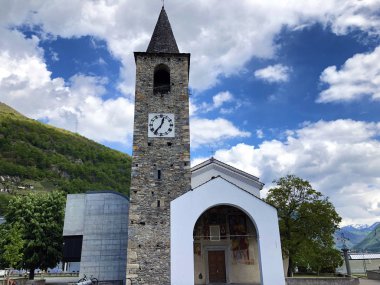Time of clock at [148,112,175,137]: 12:36
